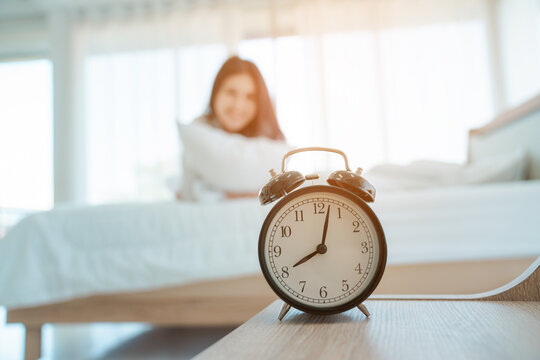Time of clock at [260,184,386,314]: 8:02
